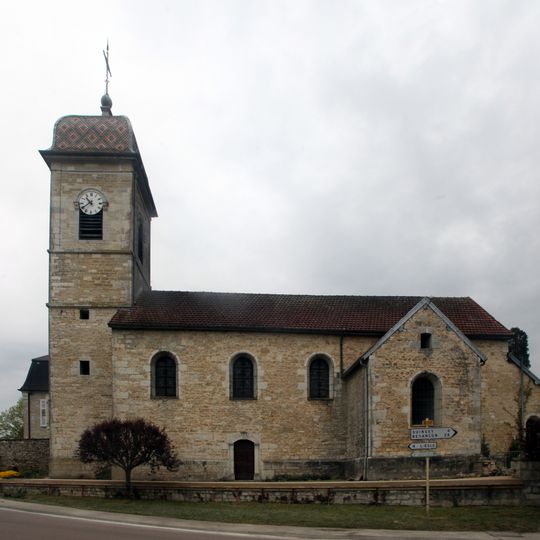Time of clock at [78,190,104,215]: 10:39
